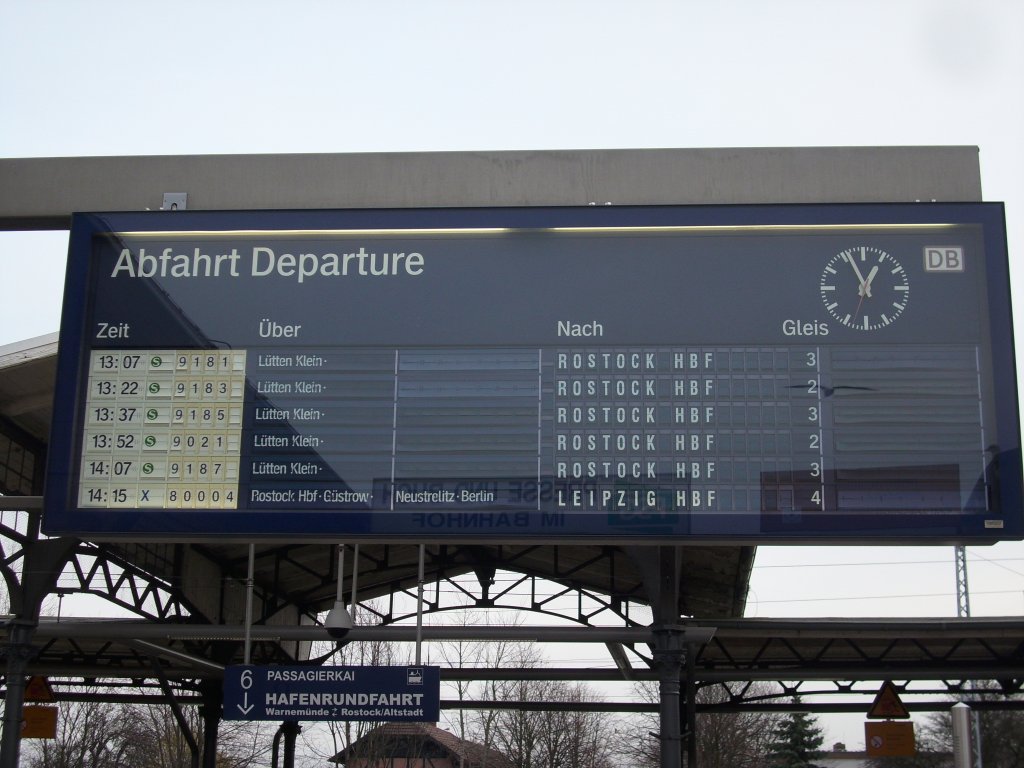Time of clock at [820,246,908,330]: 12:56
